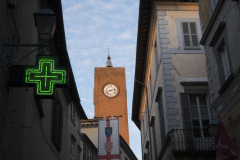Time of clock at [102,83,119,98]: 8:12
